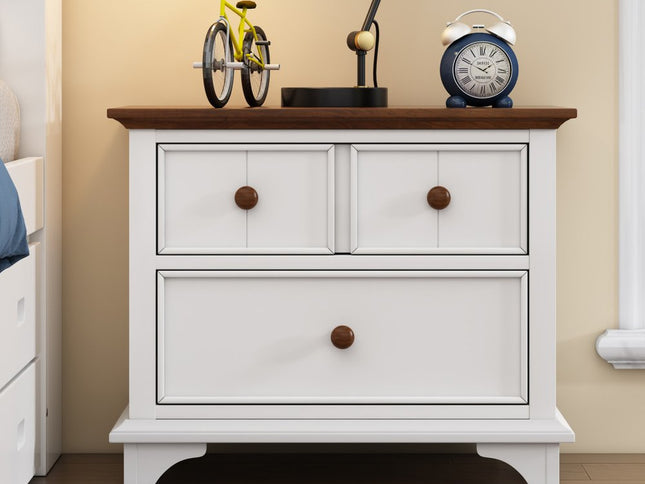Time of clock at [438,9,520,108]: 1:49
